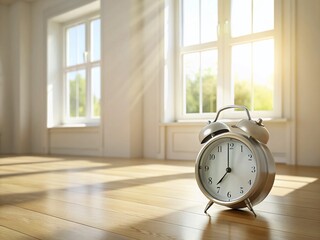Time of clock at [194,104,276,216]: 6:59
